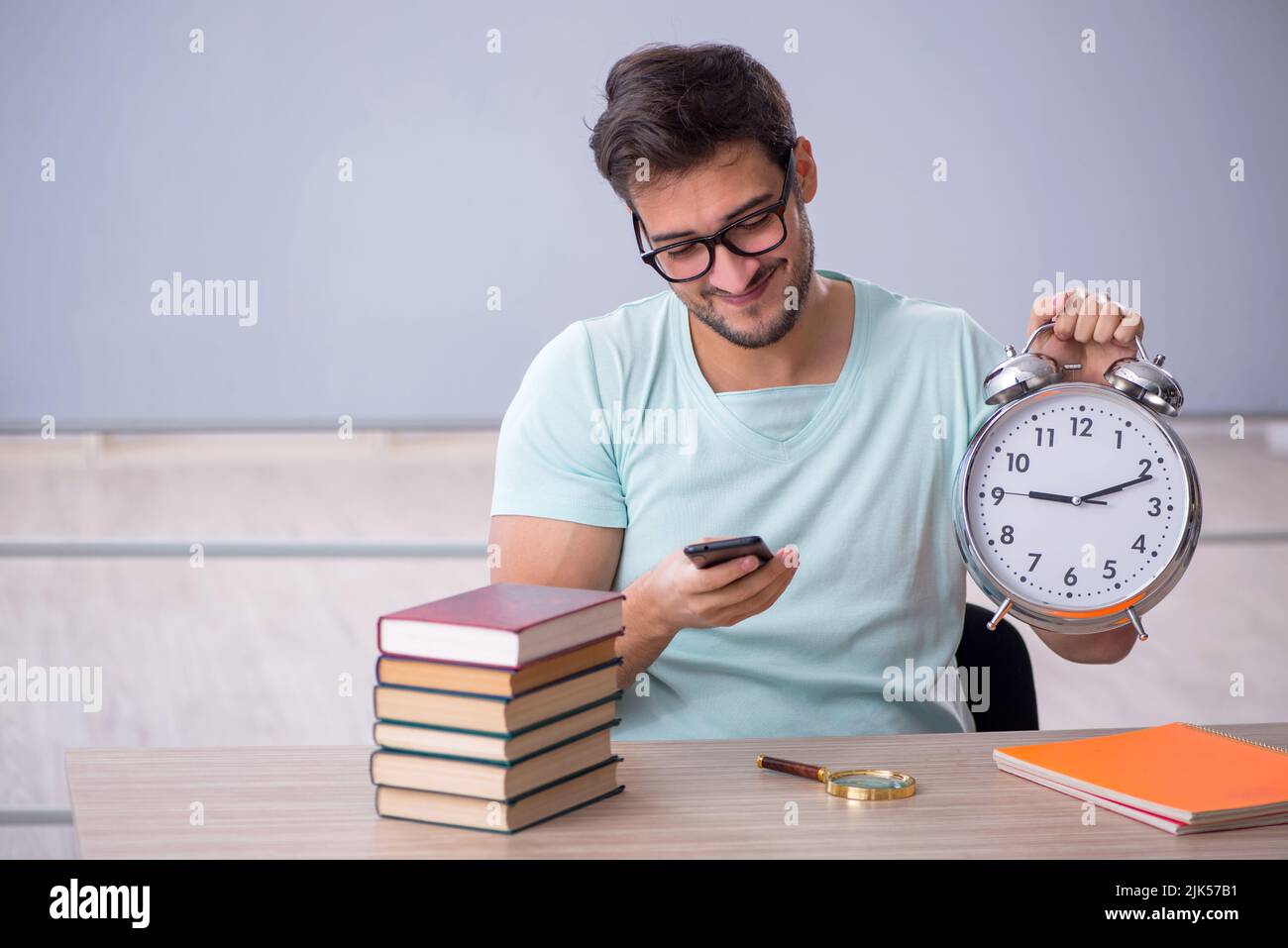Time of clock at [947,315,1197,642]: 9:11
